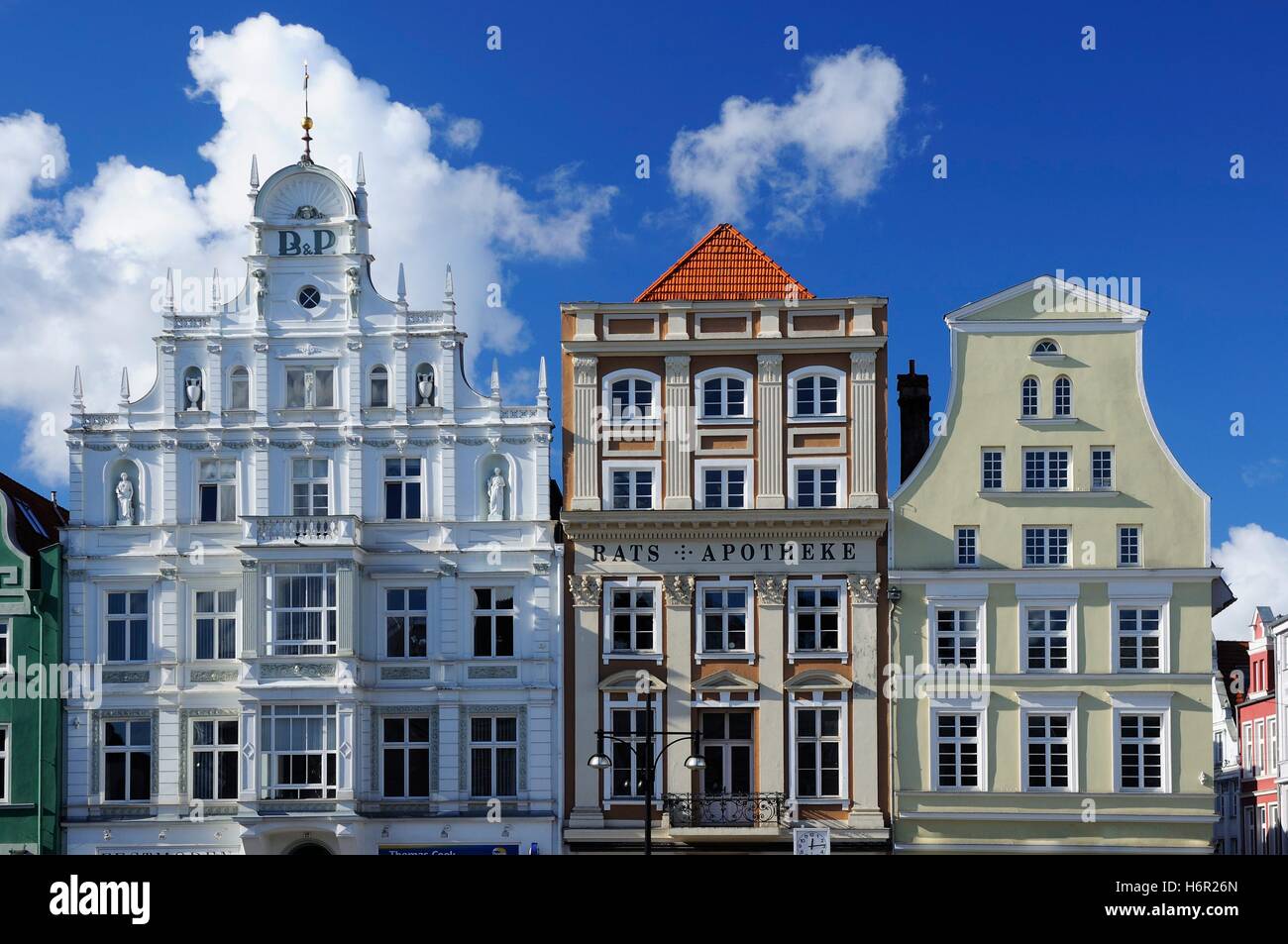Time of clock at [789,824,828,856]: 12:14
